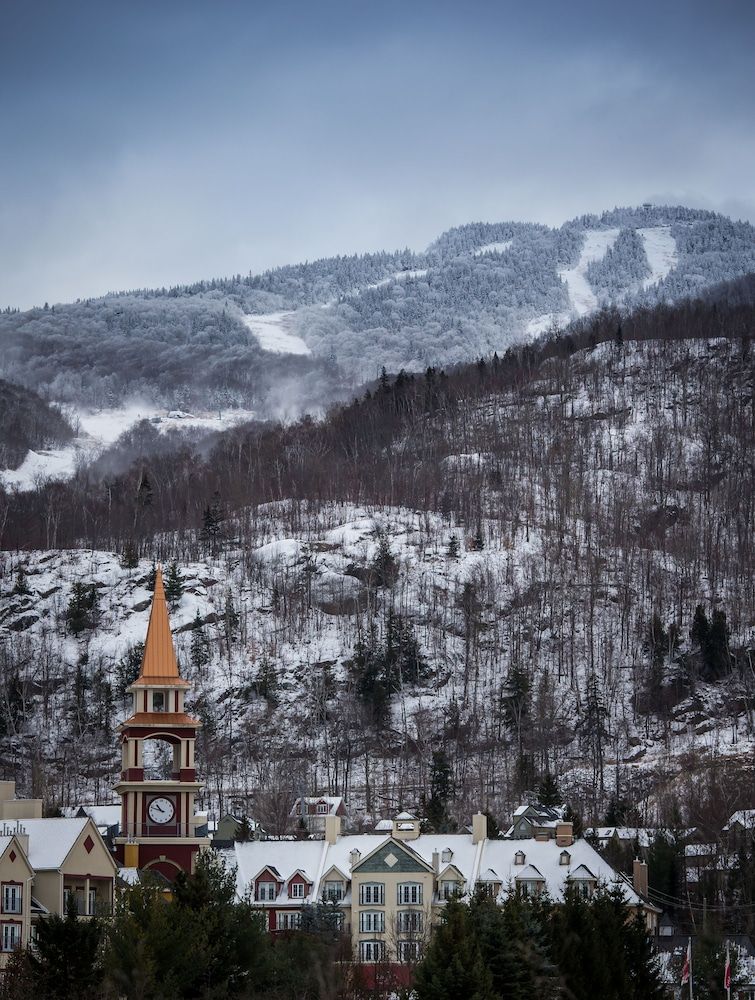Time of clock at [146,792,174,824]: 10:48
